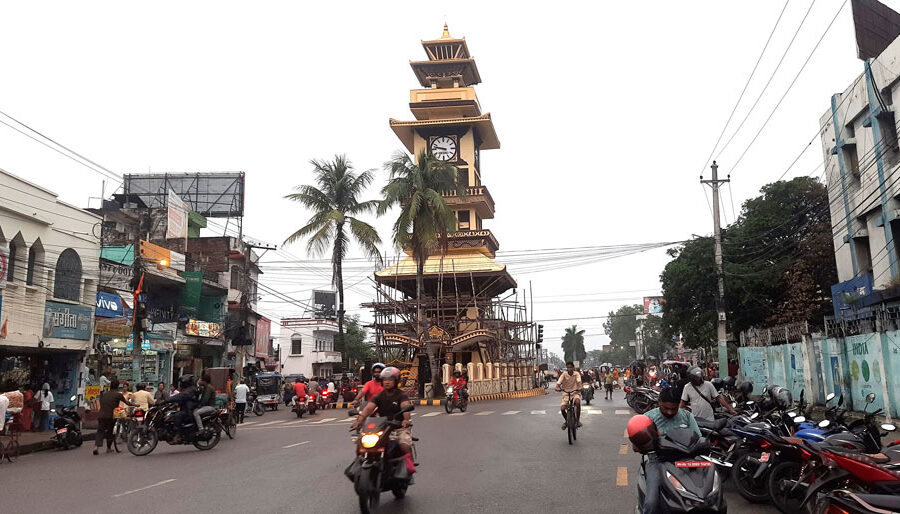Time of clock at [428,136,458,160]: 9:47
